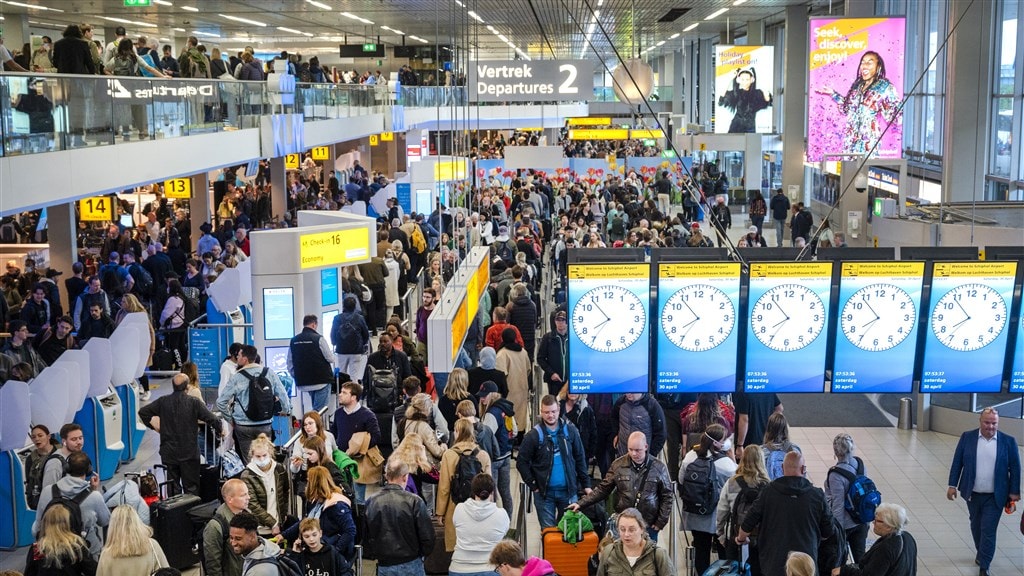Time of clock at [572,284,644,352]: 7:53
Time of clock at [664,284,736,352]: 7:53
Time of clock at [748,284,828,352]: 7:53
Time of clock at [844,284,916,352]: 7:53
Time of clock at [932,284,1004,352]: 7:53
